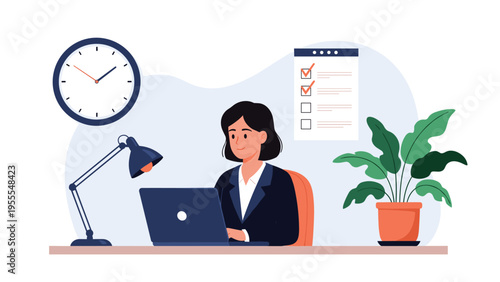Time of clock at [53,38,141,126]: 1:50
